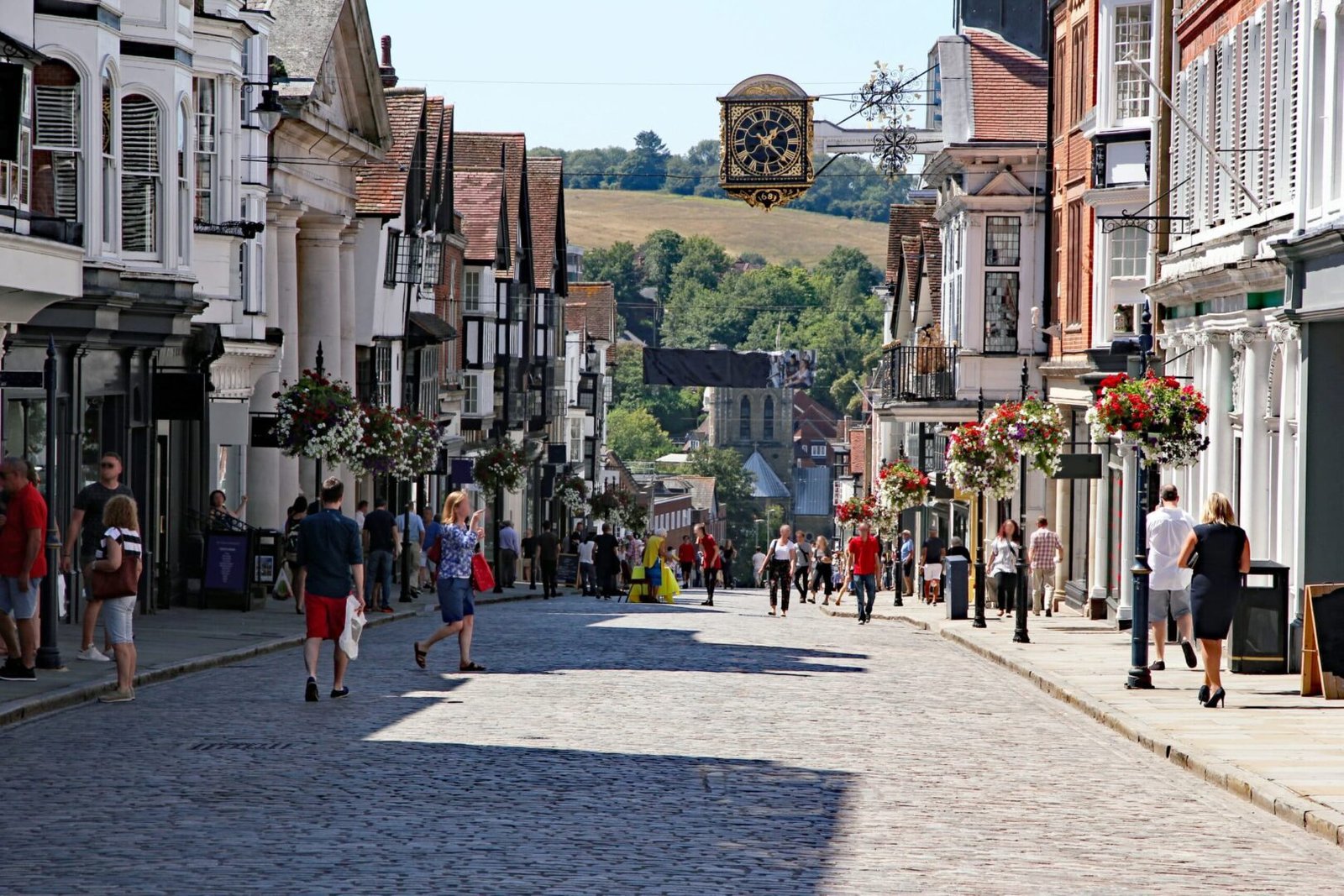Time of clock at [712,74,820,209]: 1:22
